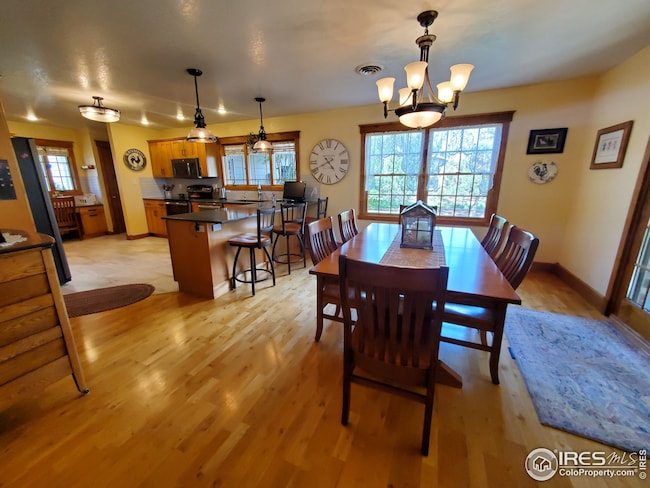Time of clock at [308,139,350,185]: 4:40
